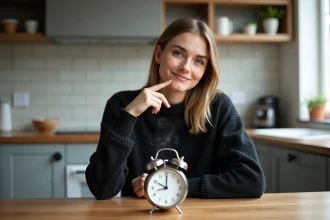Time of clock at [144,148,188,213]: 9:00
